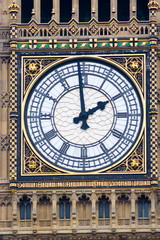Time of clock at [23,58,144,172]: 1:59
